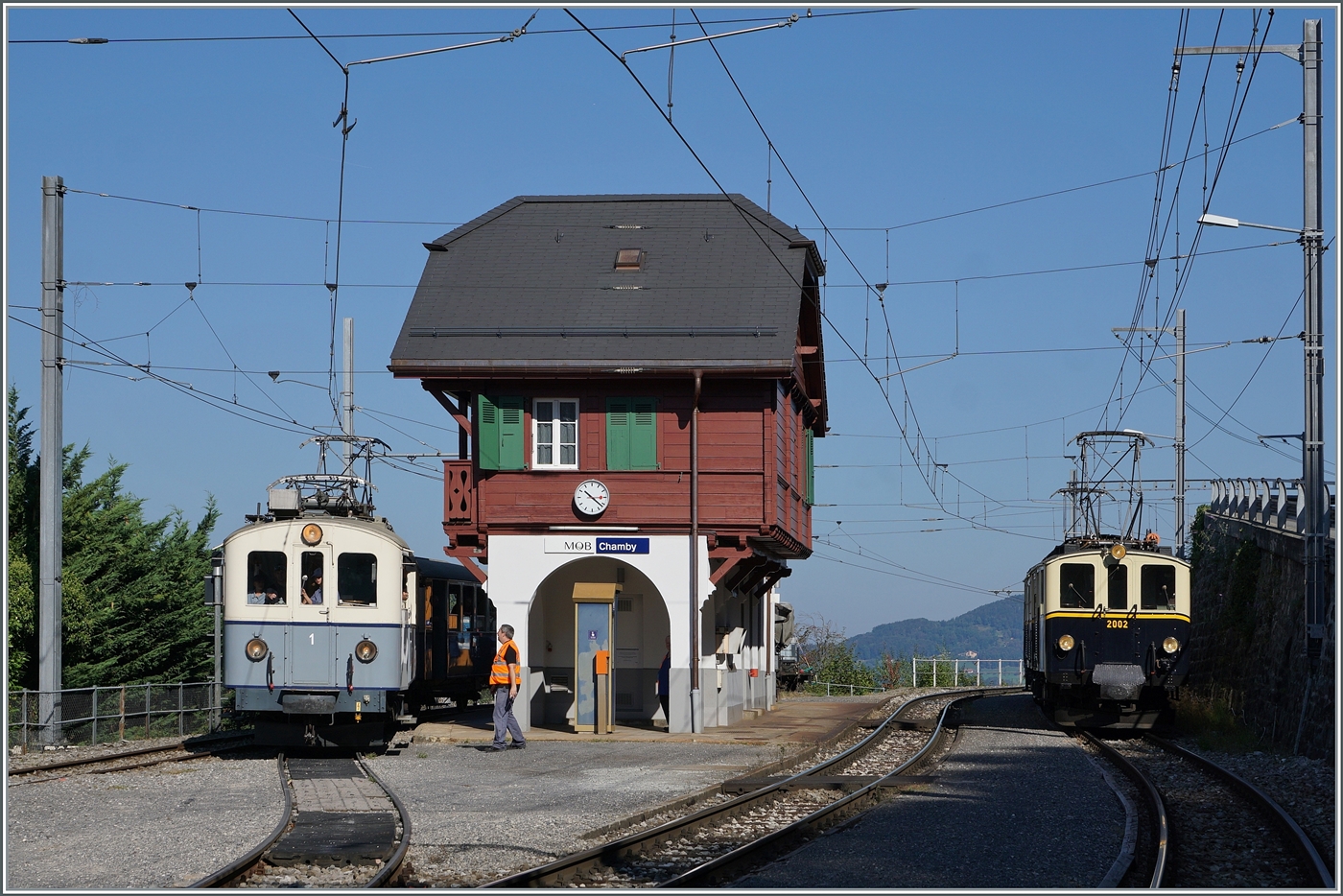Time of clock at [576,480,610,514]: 10:21
